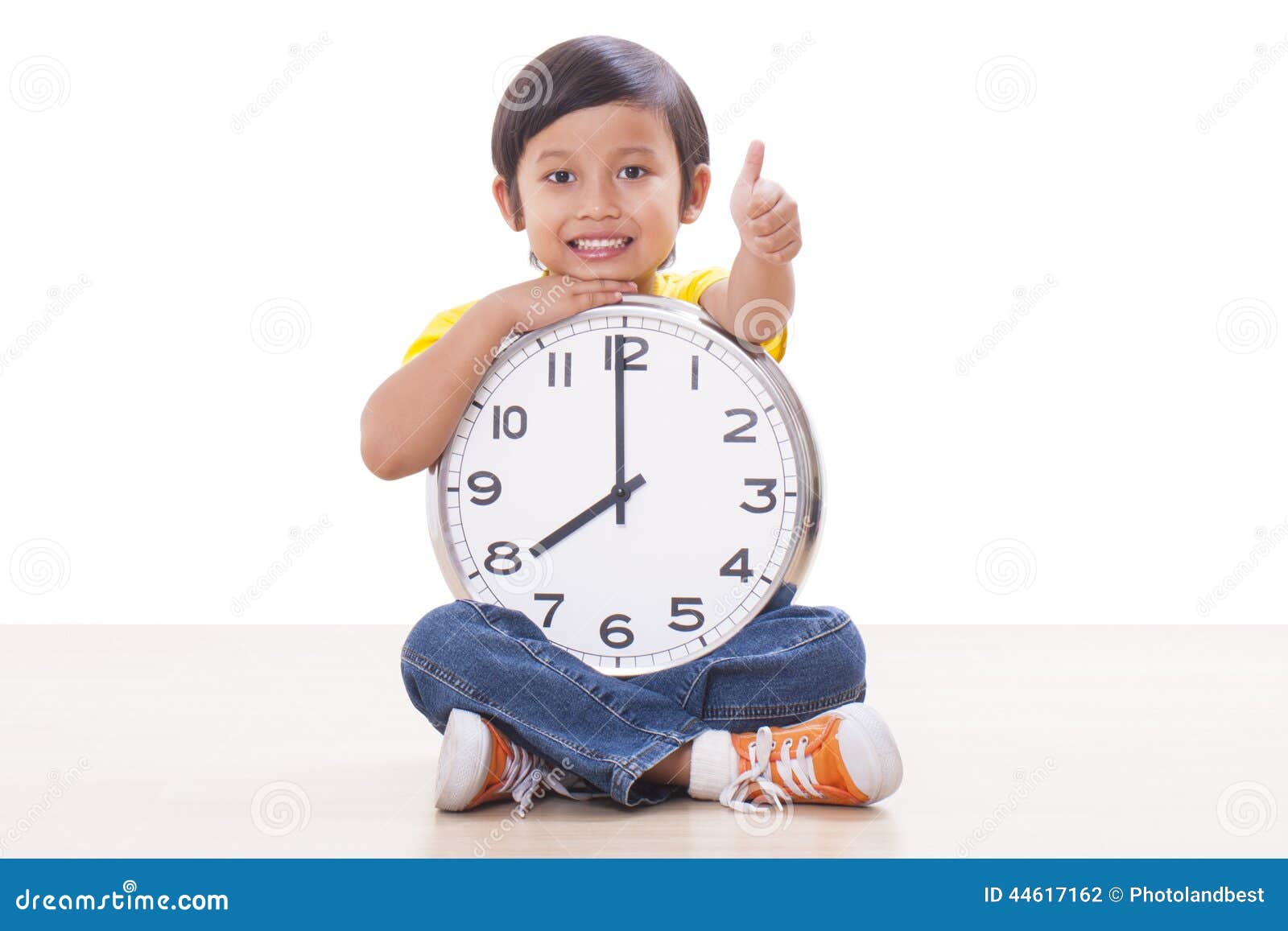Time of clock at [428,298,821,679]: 7:59
